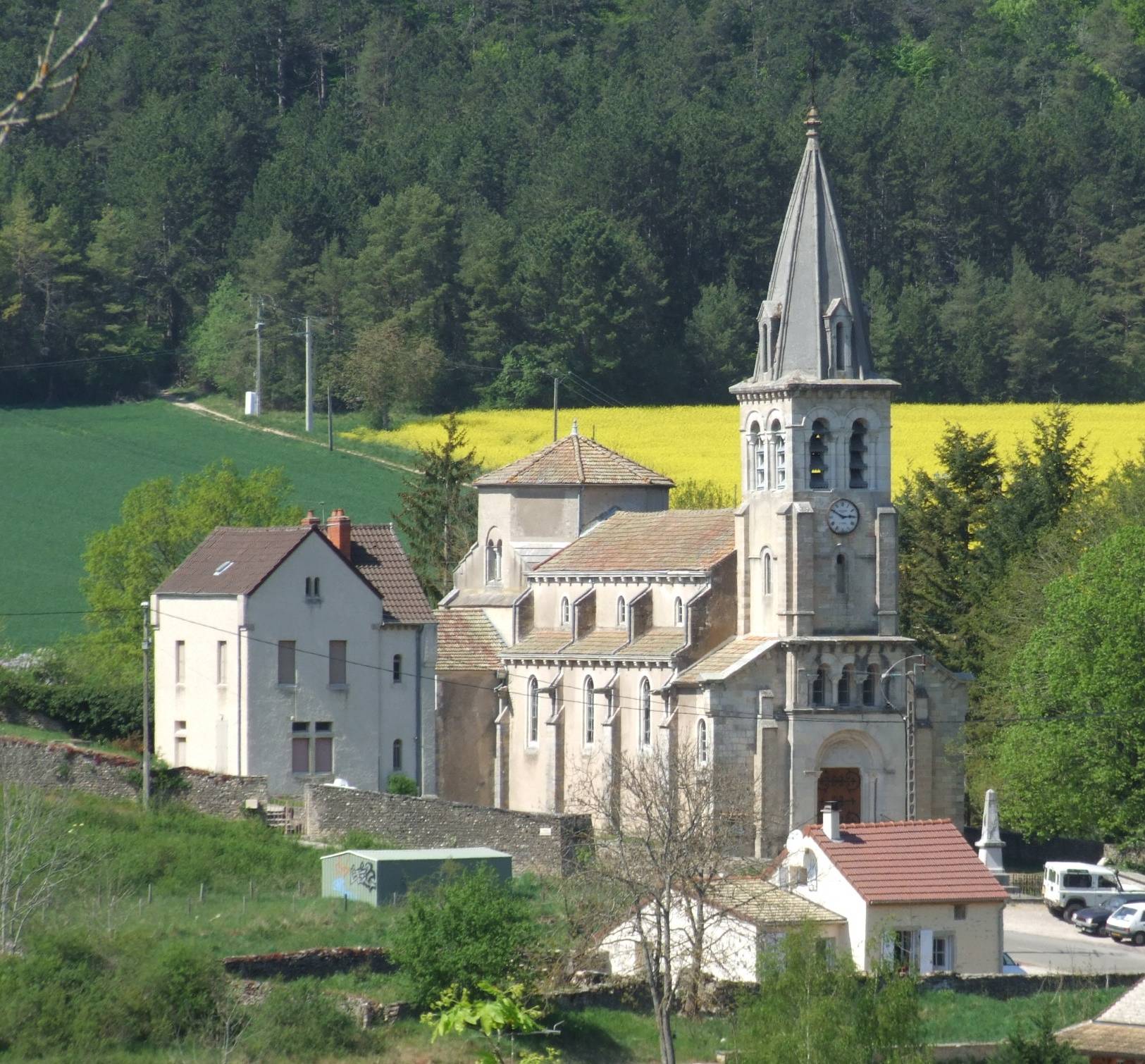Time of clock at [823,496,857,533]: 2:50
